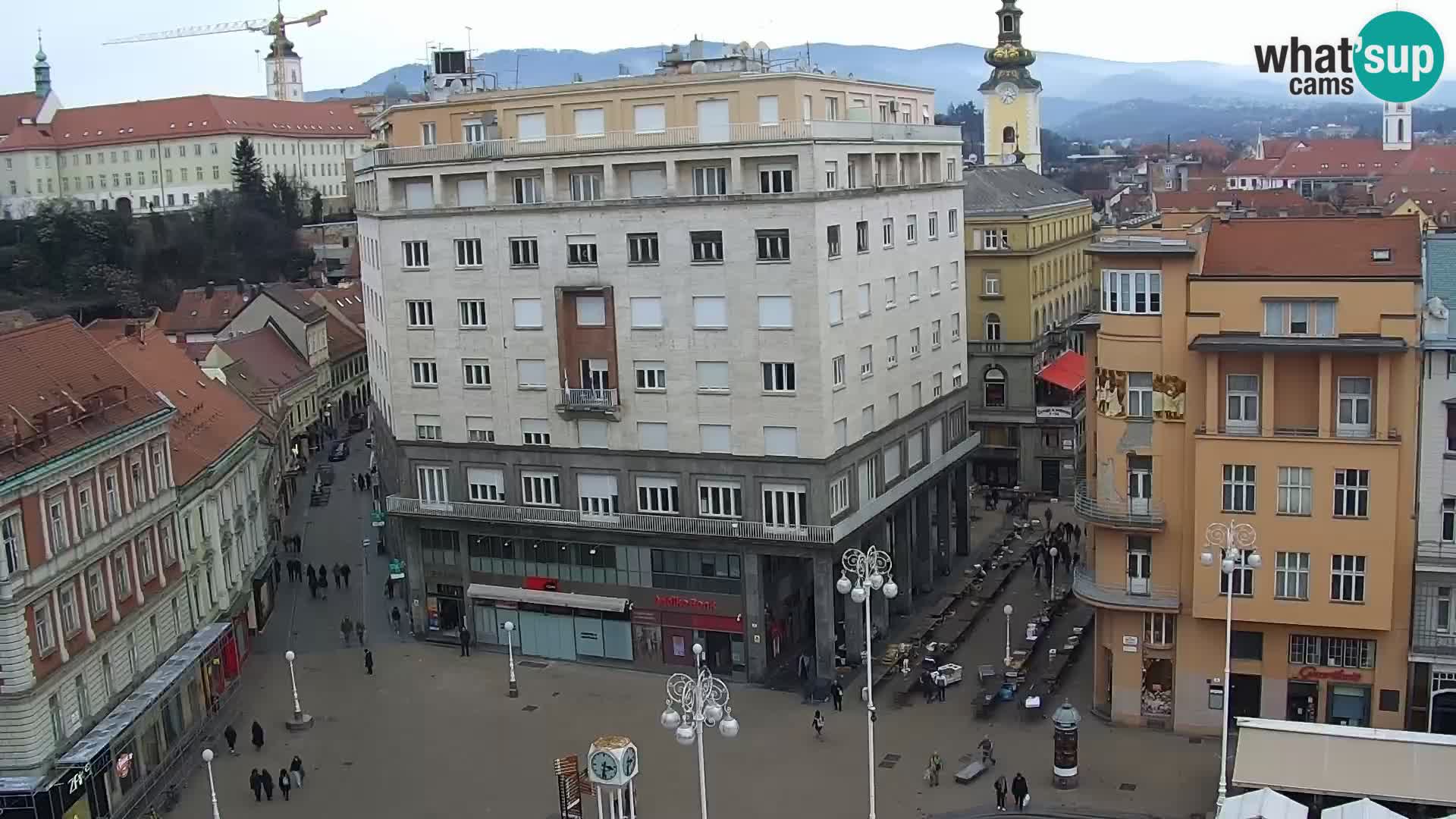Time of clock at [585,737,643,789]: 3:32
